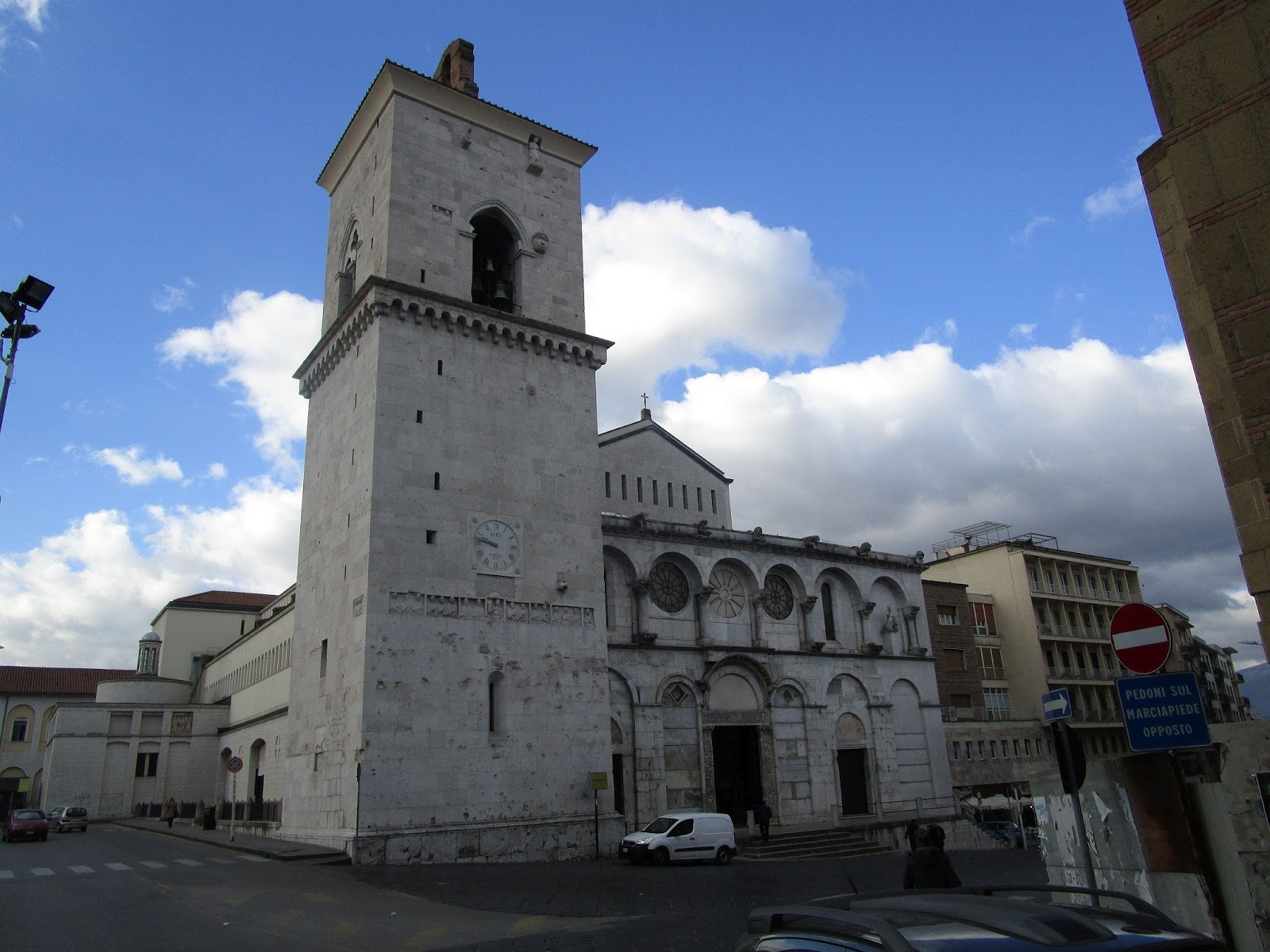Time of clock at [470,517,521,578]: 9:47
